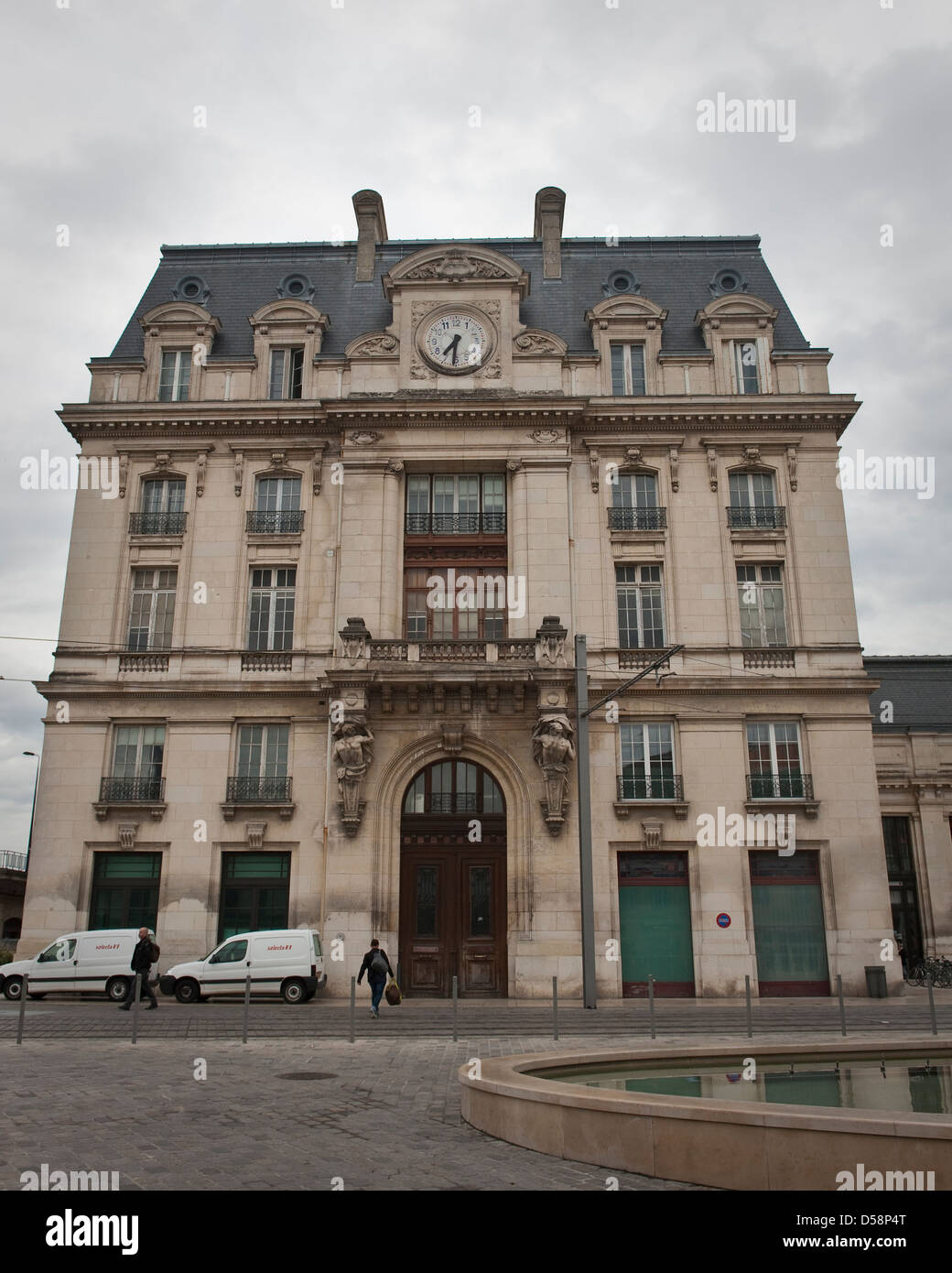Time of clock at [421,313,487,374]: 7:31
